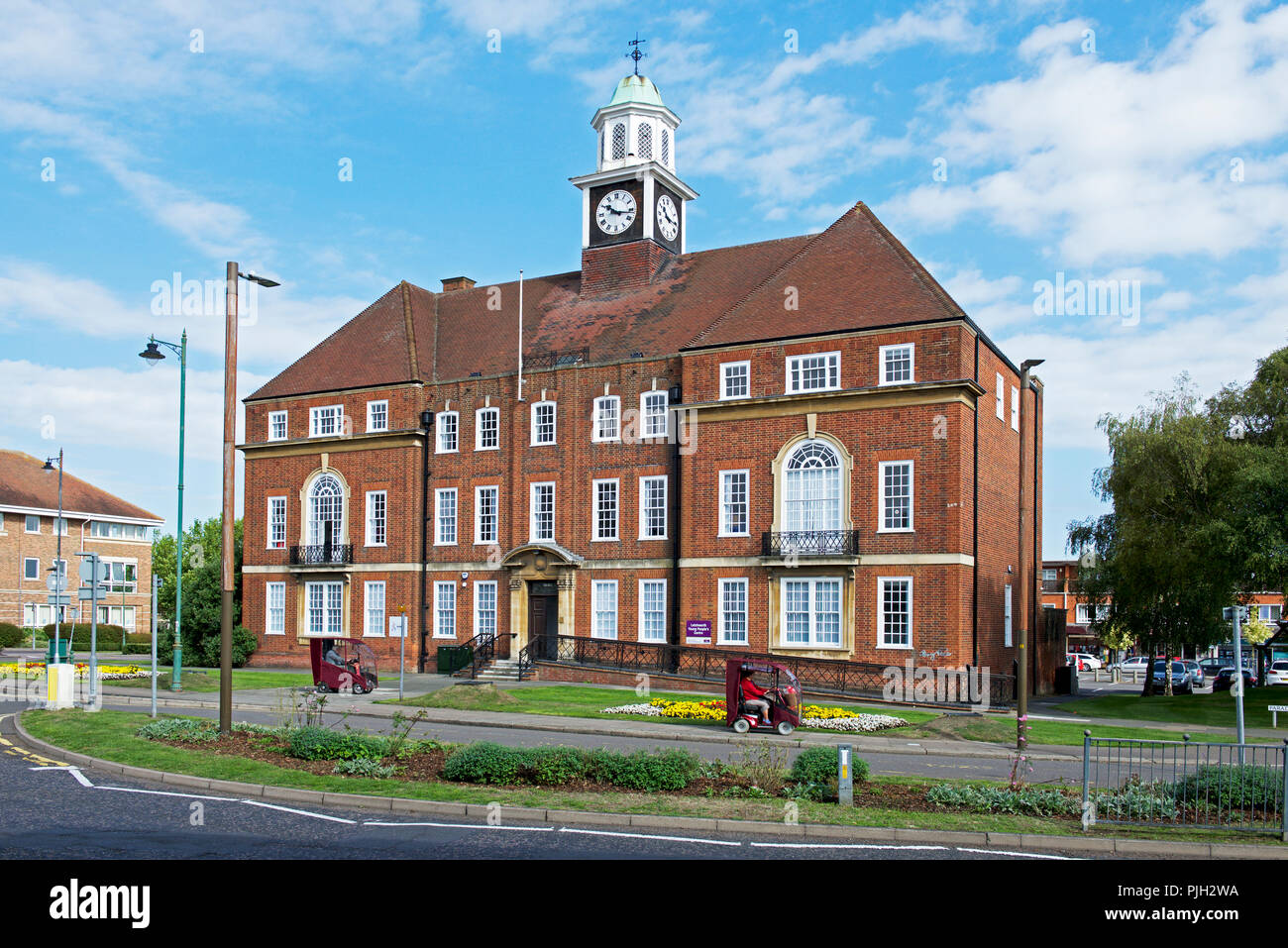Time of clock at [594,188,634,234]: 10:16
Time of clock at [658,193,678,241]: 10:15
